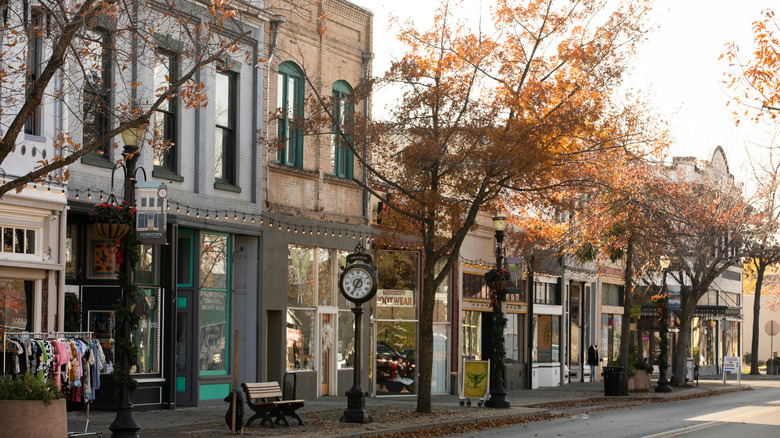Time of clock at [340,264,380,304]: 1:34
